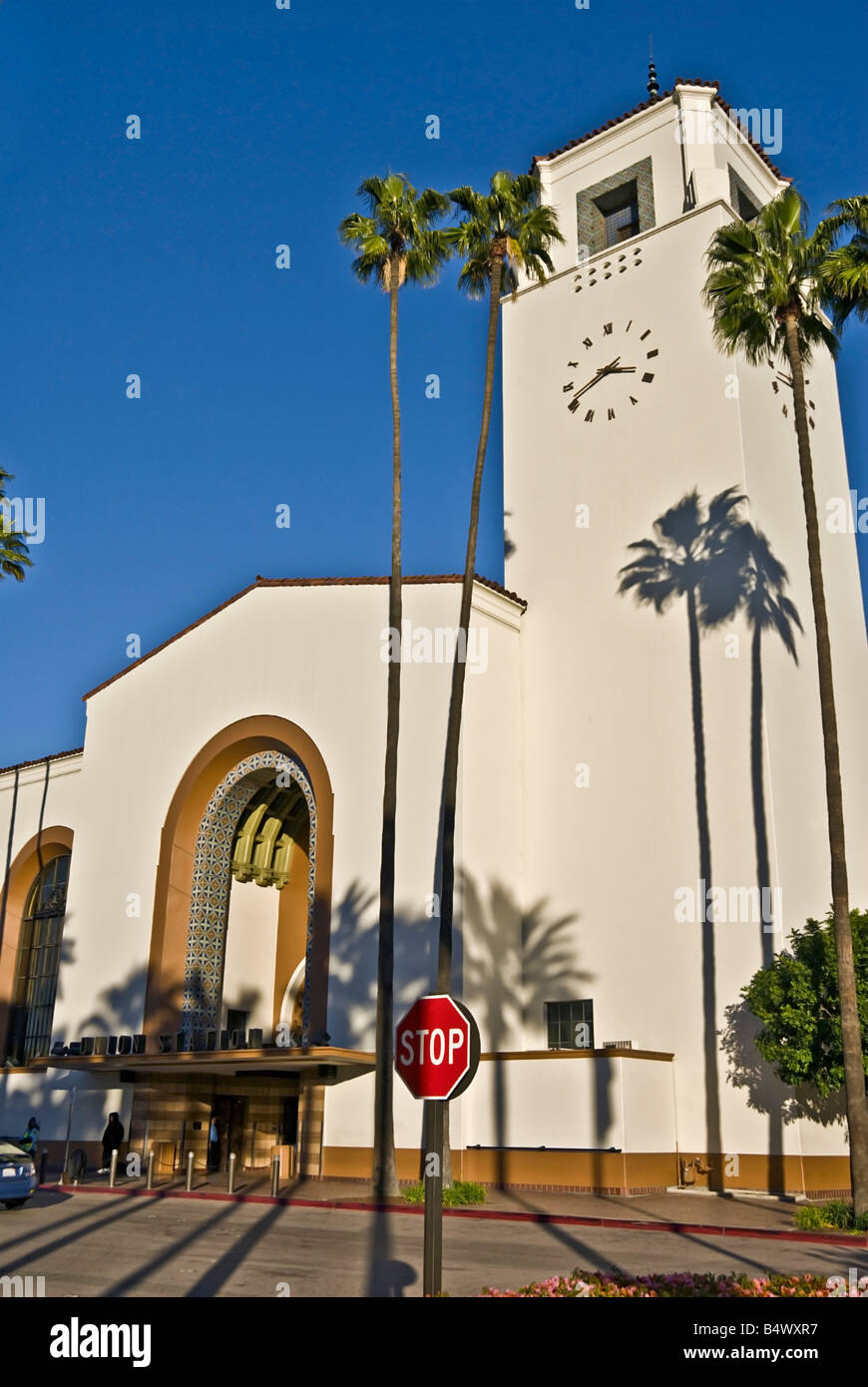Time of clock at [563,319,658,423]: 3:40
